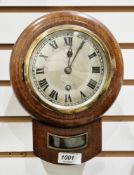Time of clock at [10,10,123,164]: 12:04
